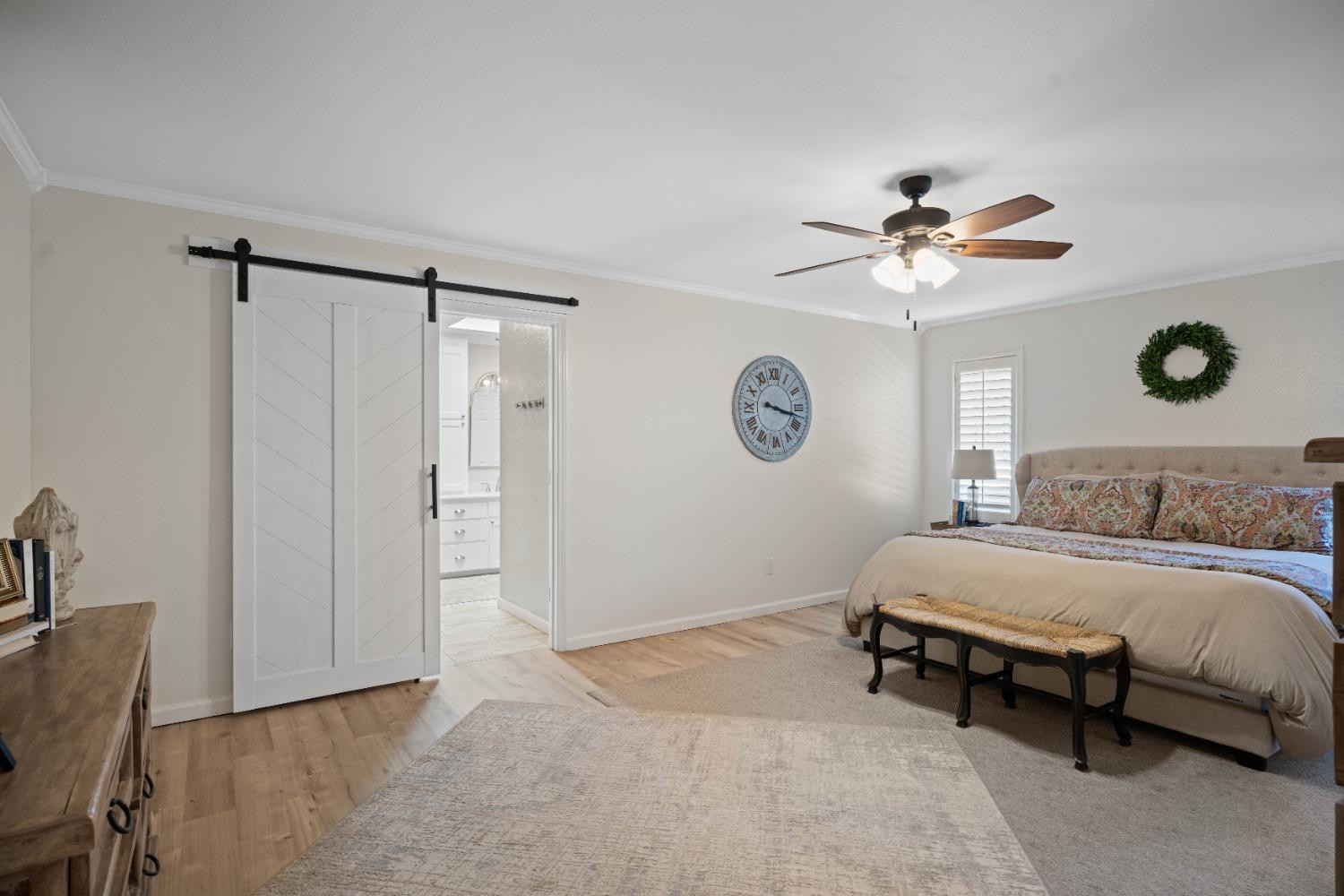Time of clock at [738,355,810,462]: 3:17
